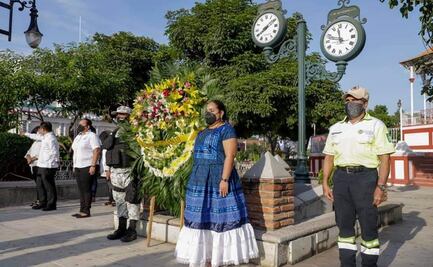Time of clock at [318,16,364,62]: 11:47
